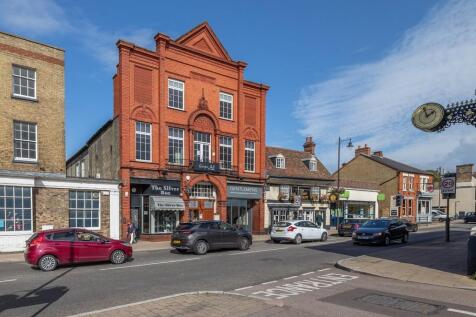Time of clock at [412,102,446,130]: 1:56
